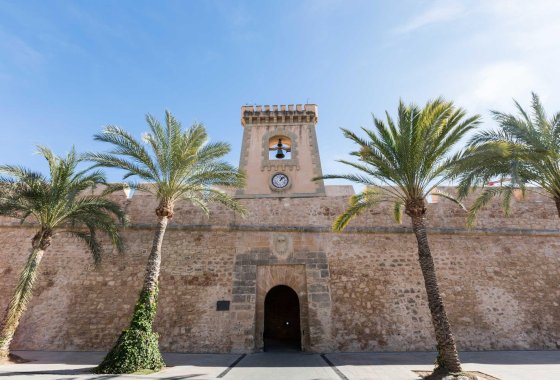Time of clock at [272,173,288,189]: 1:07
